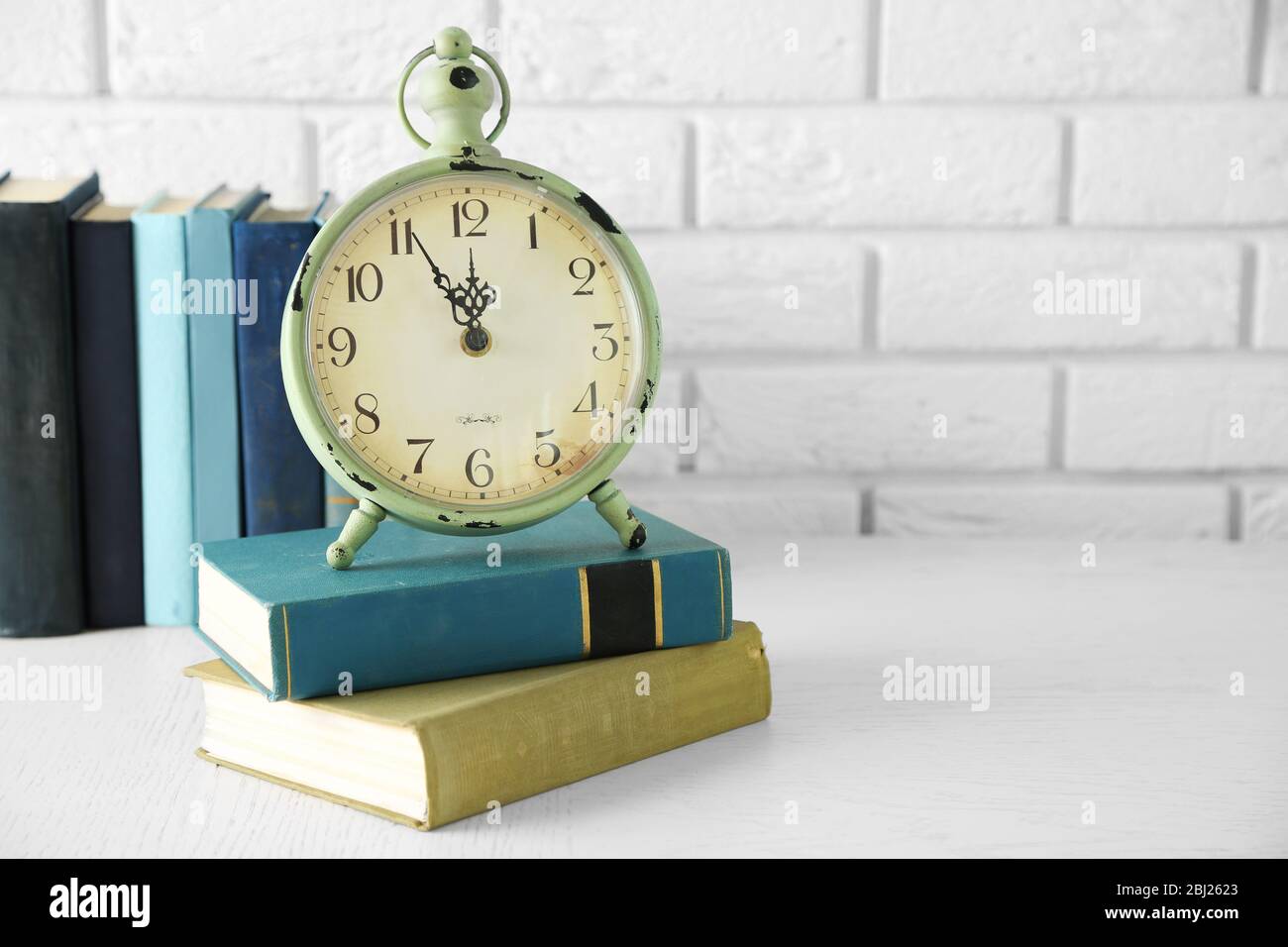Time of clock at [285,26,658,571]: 11:55
